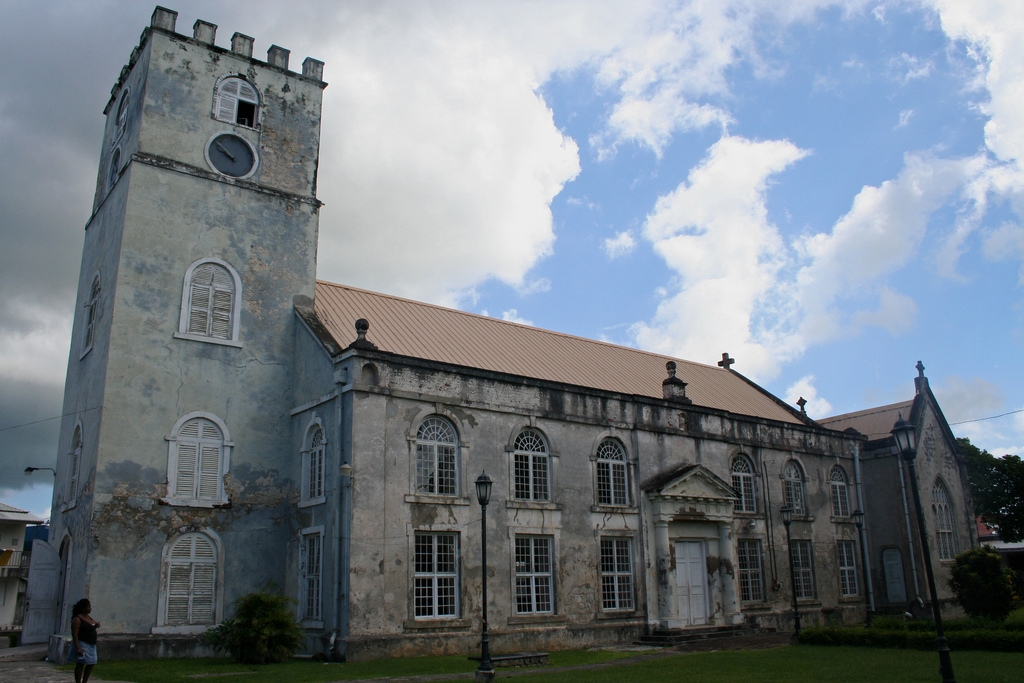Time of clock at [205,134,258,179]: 9:51
